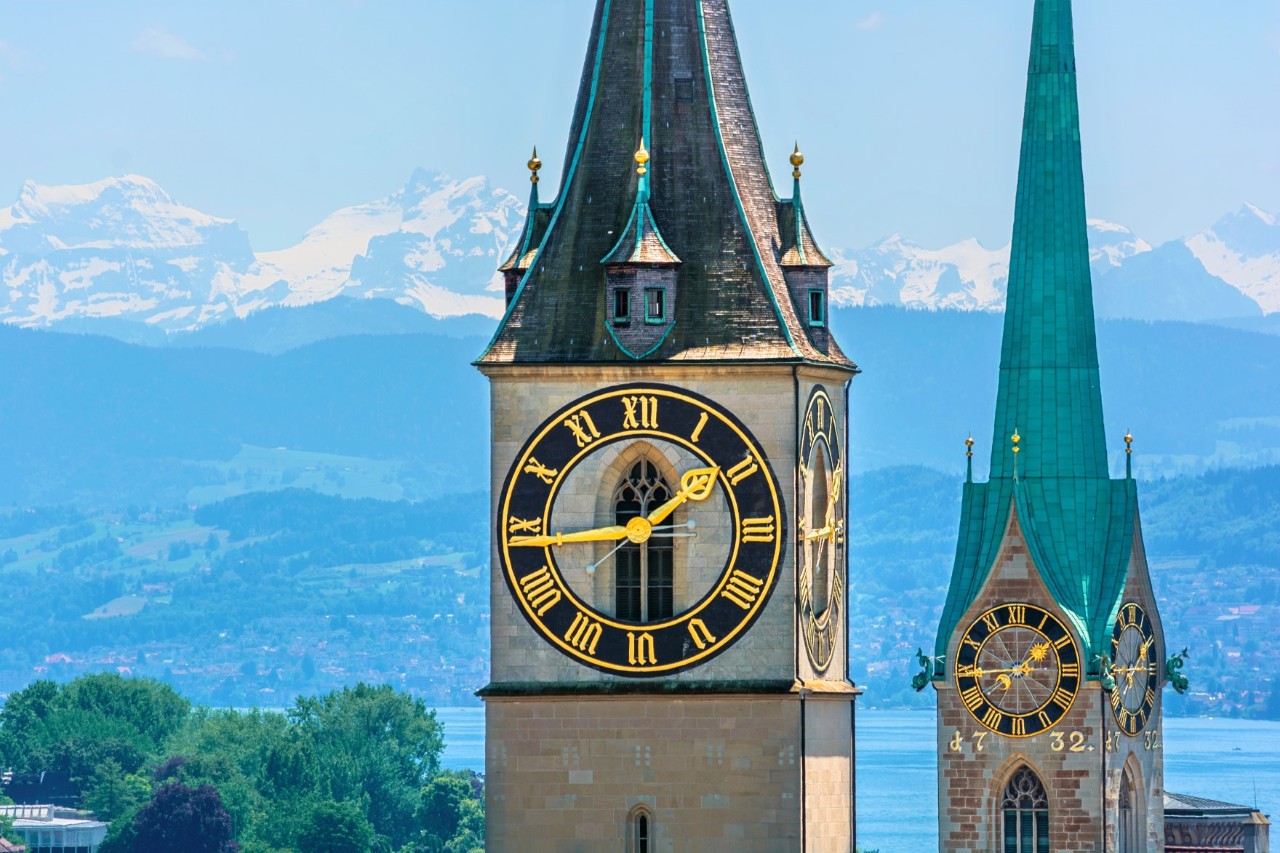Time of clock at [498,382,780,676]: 1:43
